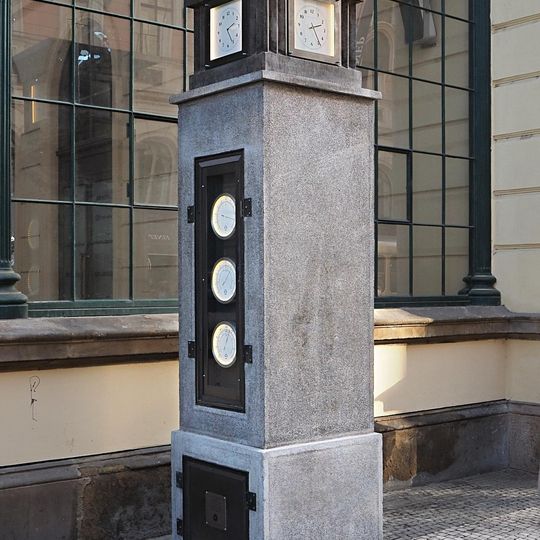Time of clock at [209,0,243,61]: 2:24
